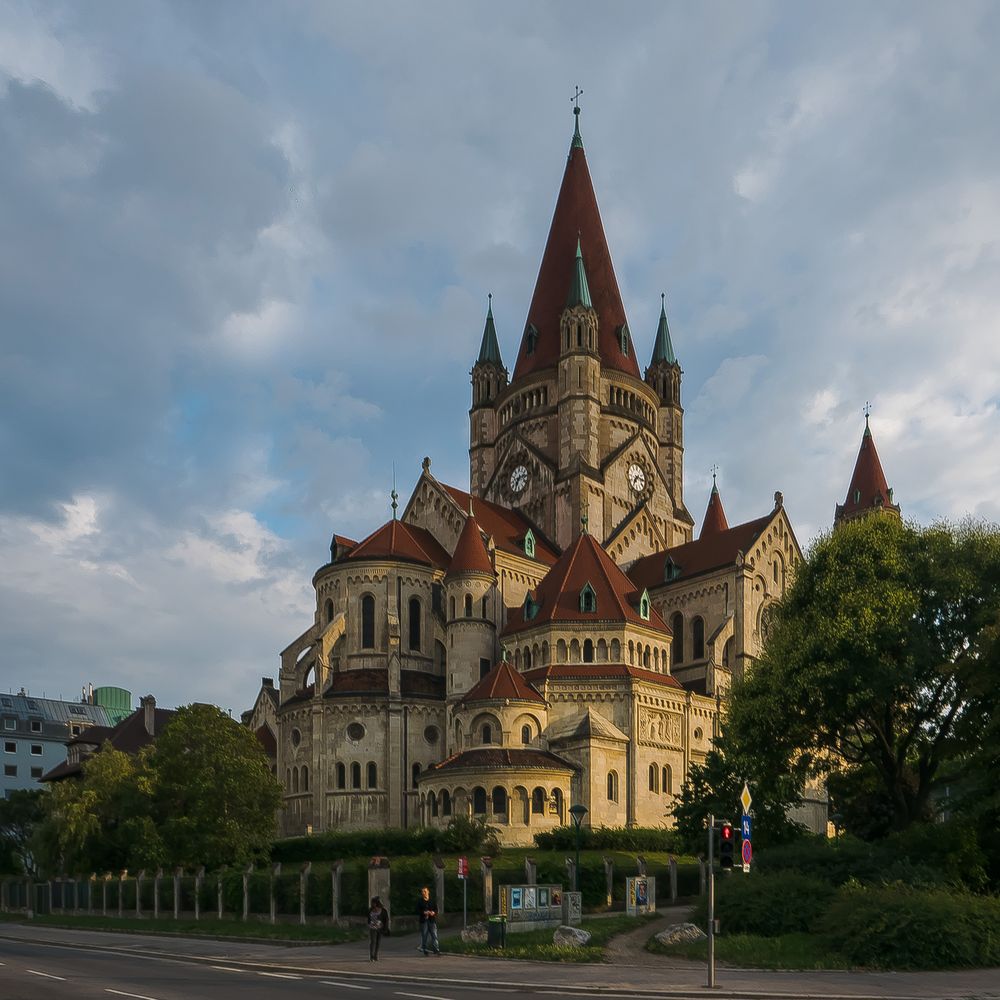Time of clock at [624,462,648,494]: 7:15
